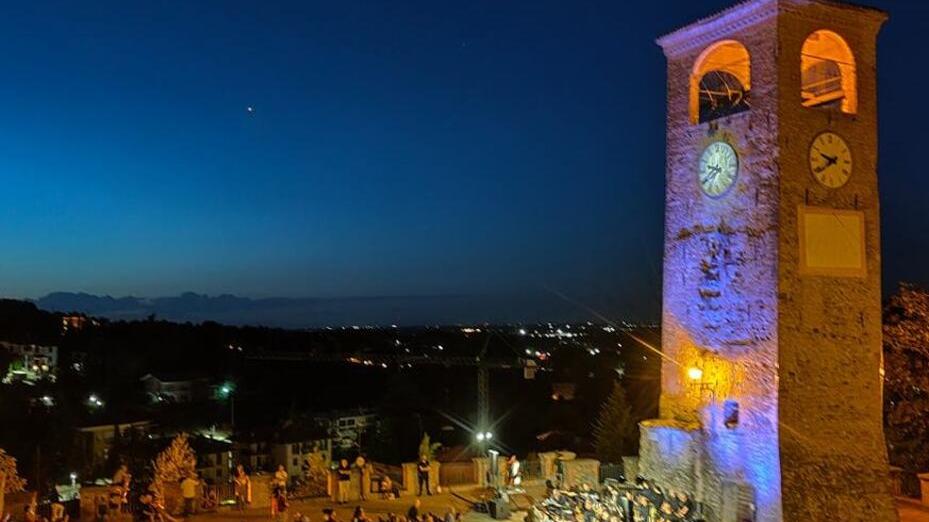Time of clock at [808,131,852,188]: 9:39
